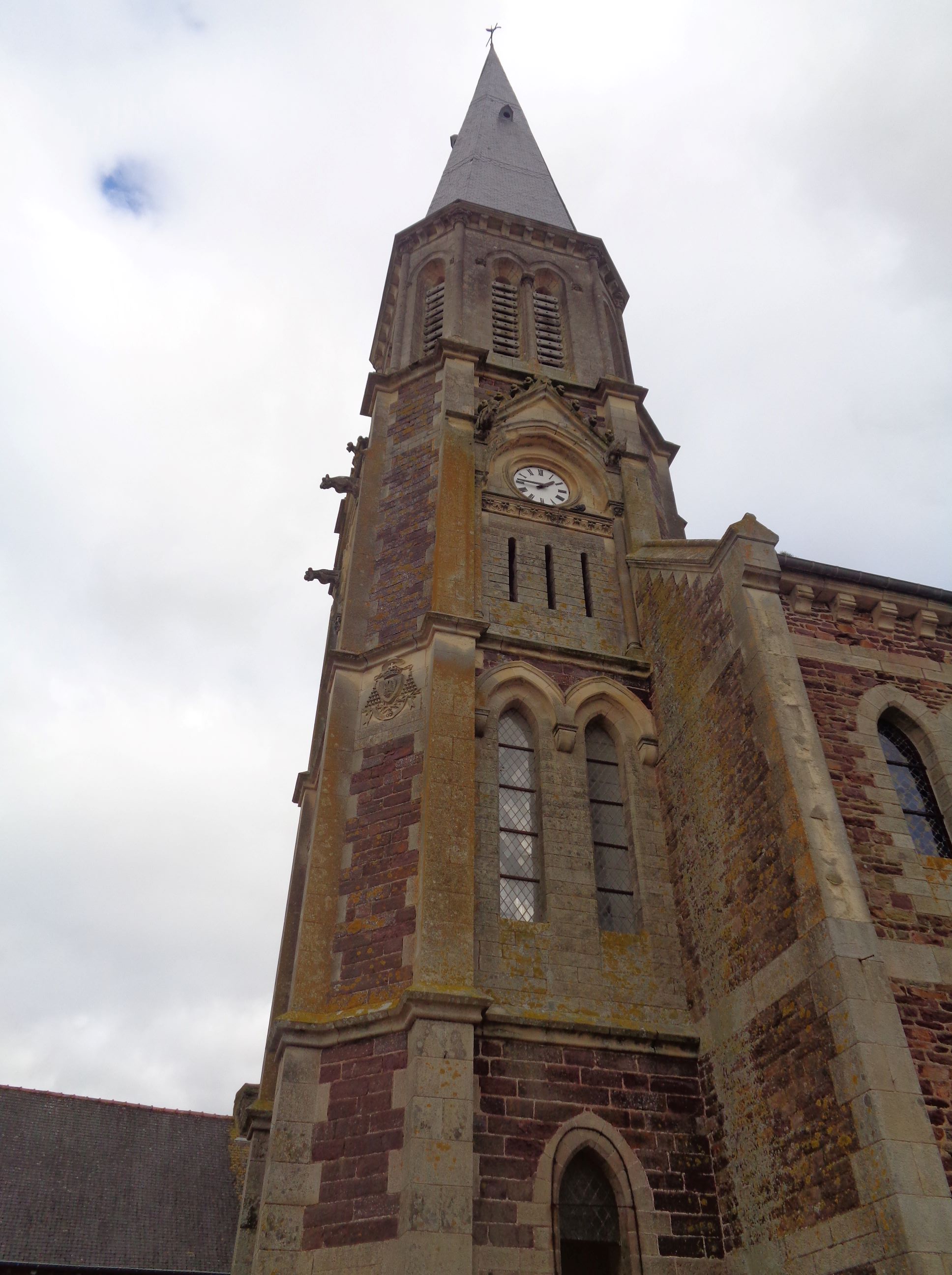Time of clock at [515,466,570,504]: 1:46
